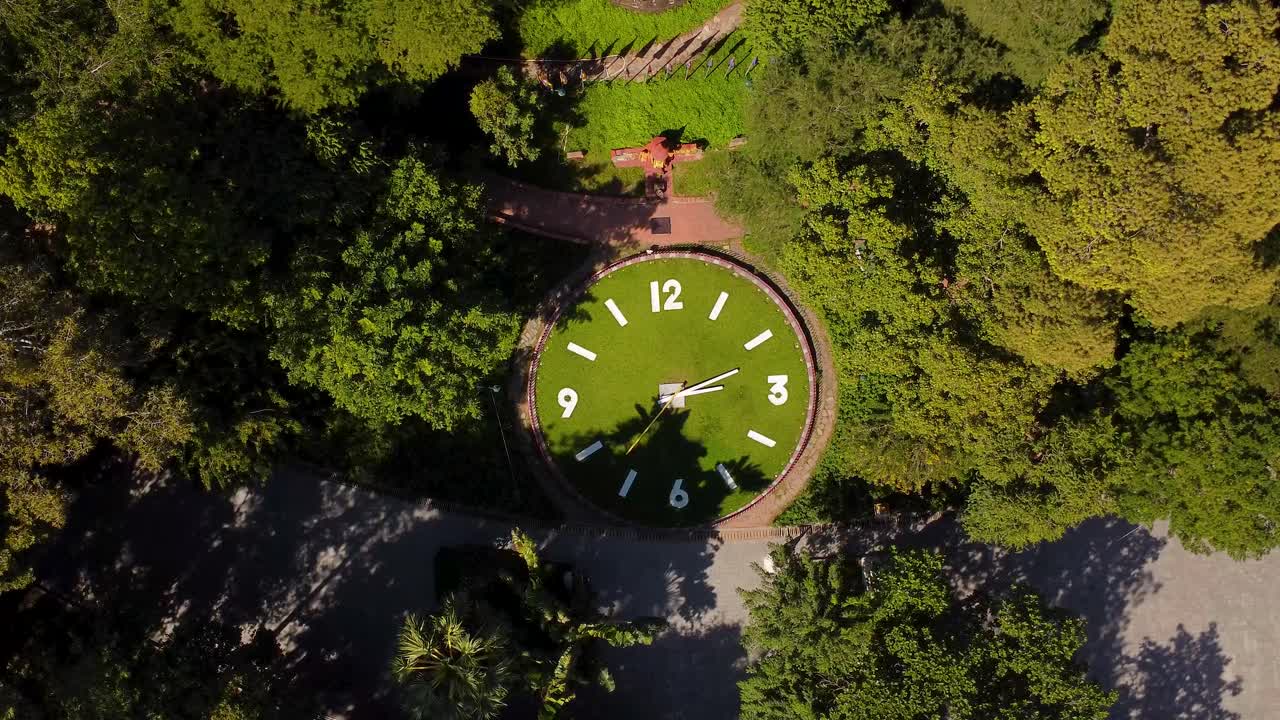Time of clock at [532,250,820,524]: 2:38
